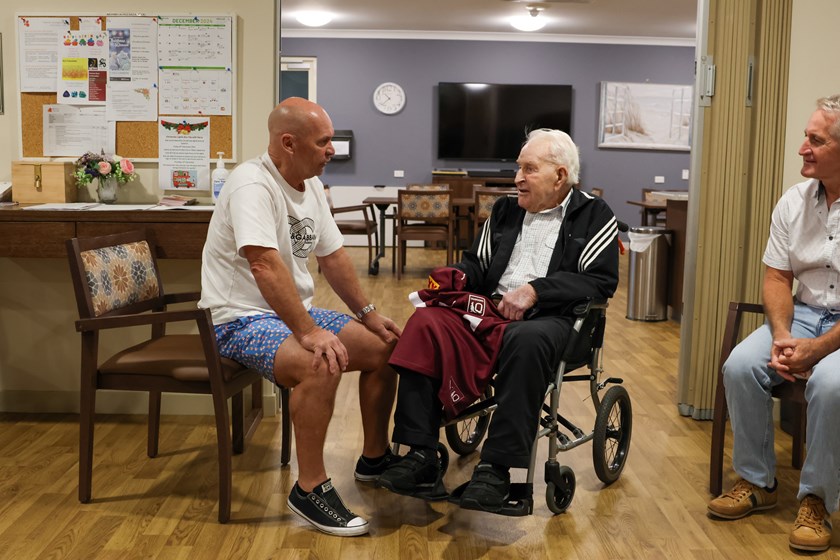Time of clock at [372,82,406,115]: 10:38
